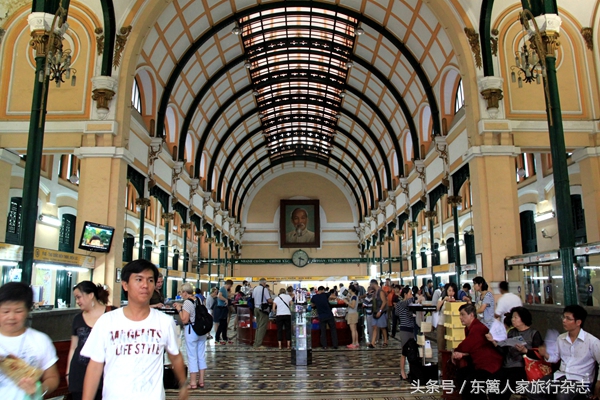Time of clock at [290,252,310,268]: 3:31
